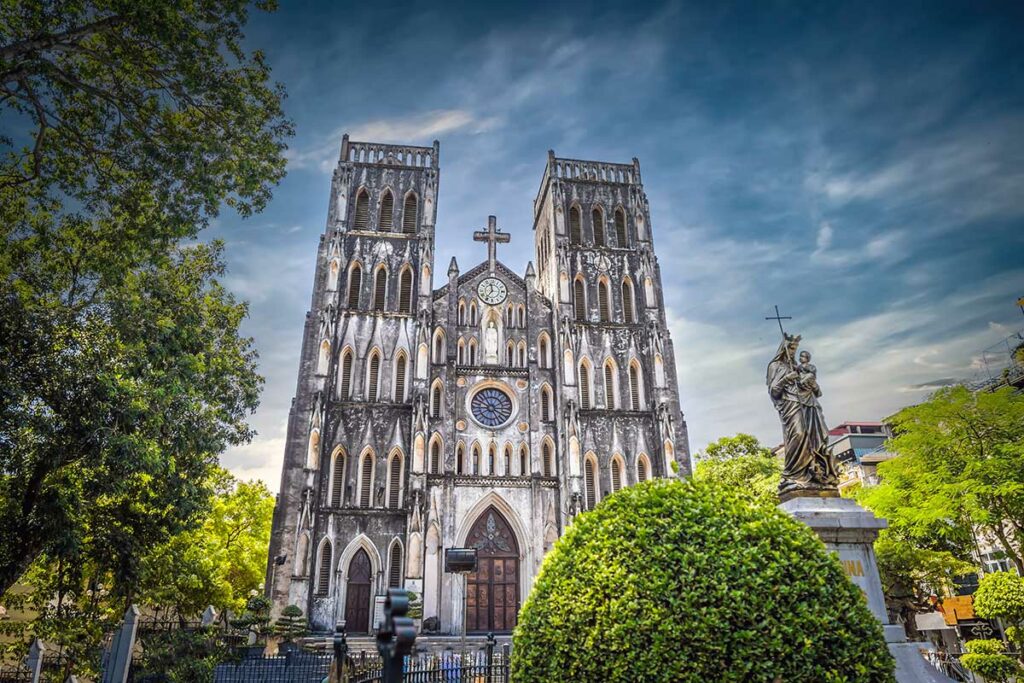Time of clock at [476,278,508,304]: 11:35
